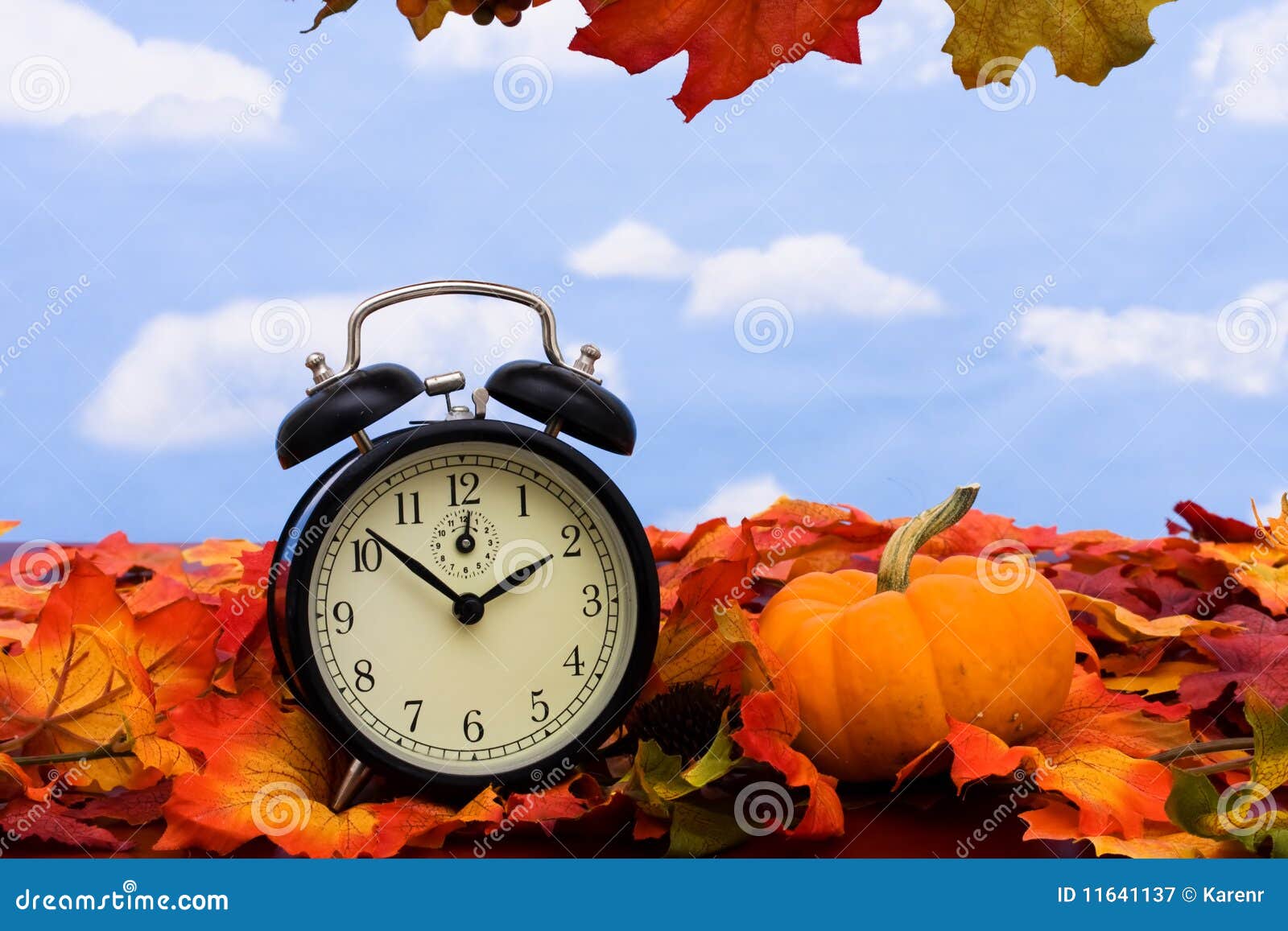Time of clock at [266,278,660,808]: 1:51
